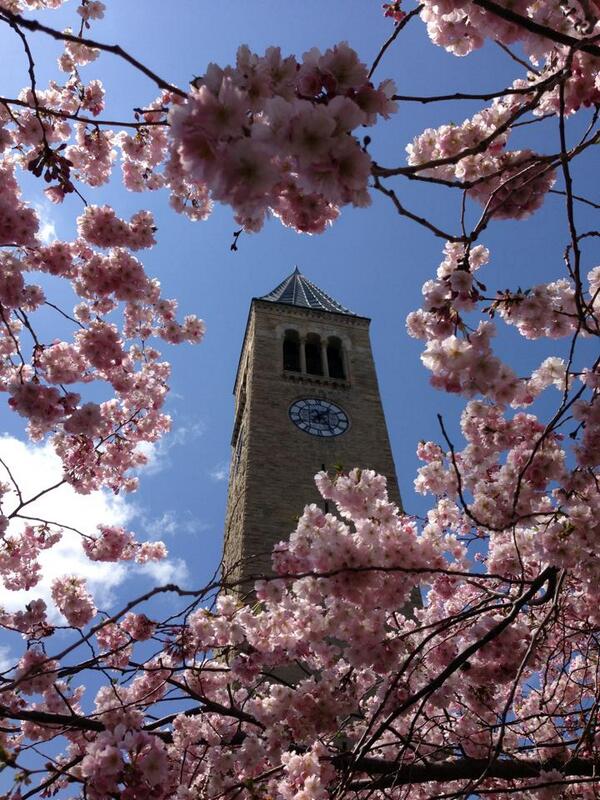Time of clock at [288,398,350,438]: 1:24
